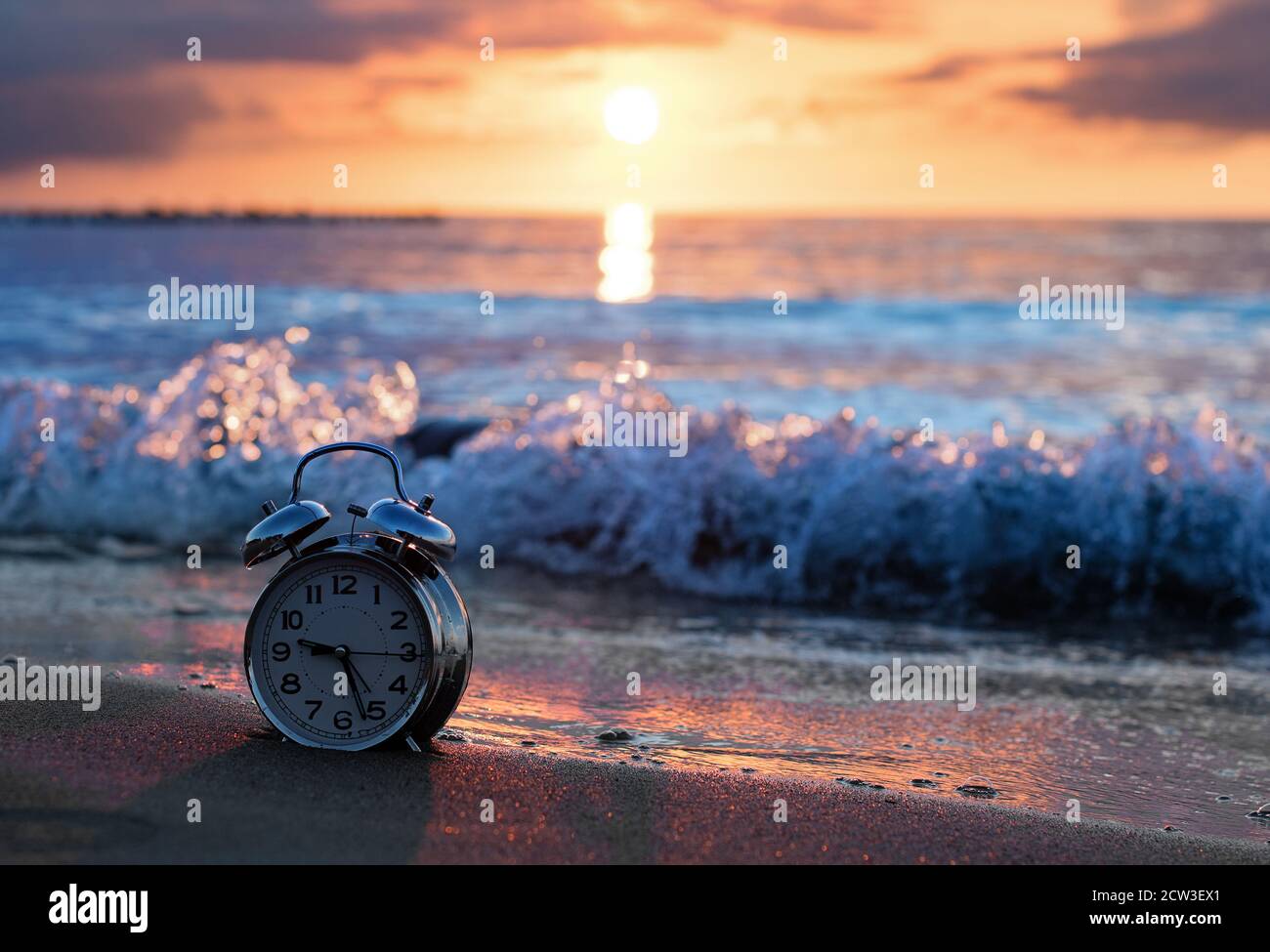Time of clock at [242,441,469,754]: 9:27
